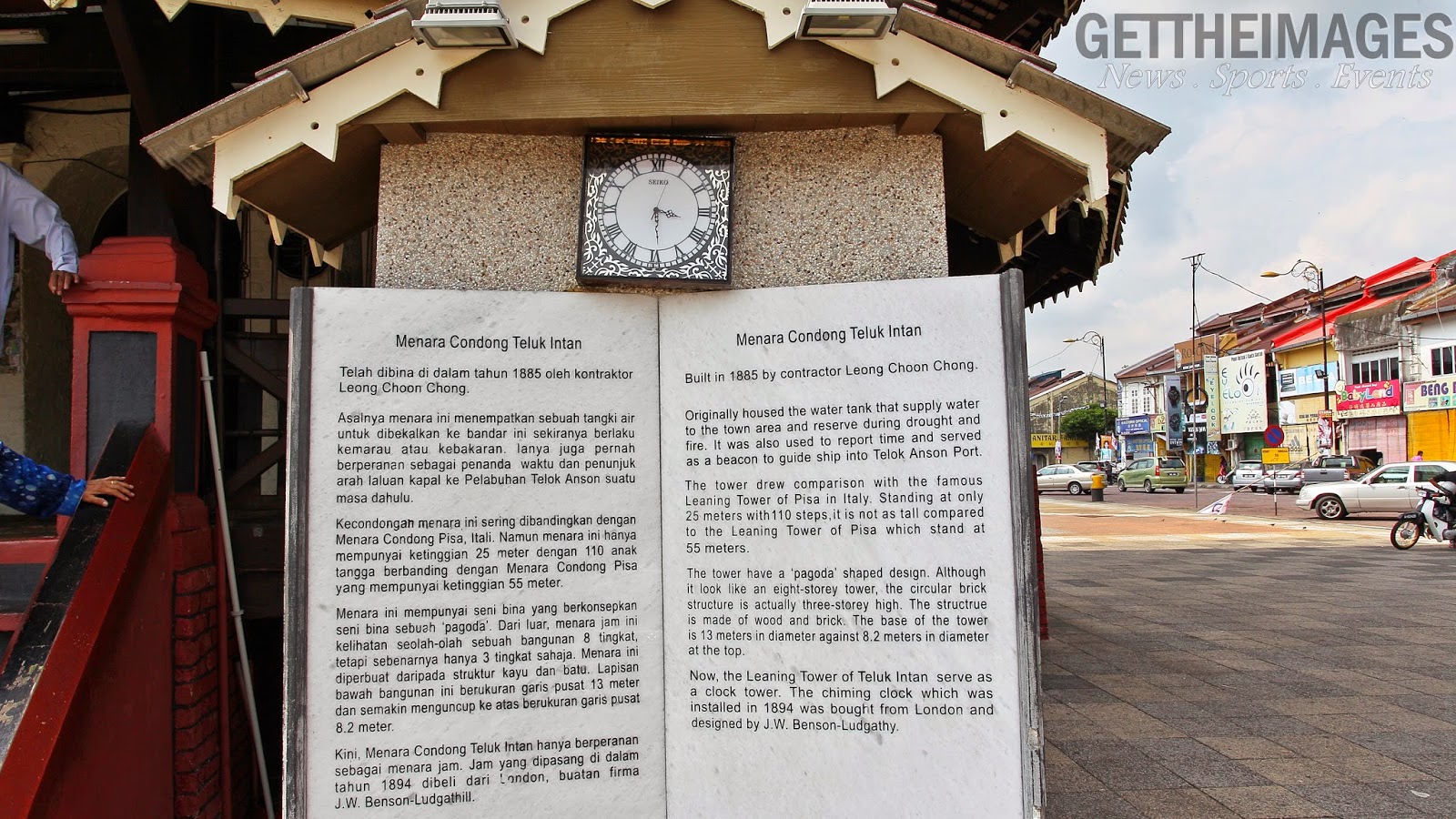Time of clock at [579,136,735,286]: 3:29
